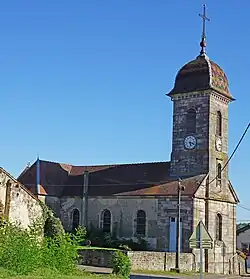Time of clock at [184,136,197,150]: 5:18
